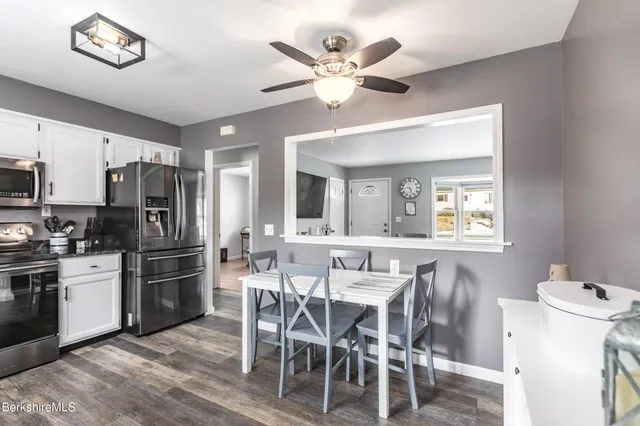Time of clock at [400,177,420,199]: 5:26
